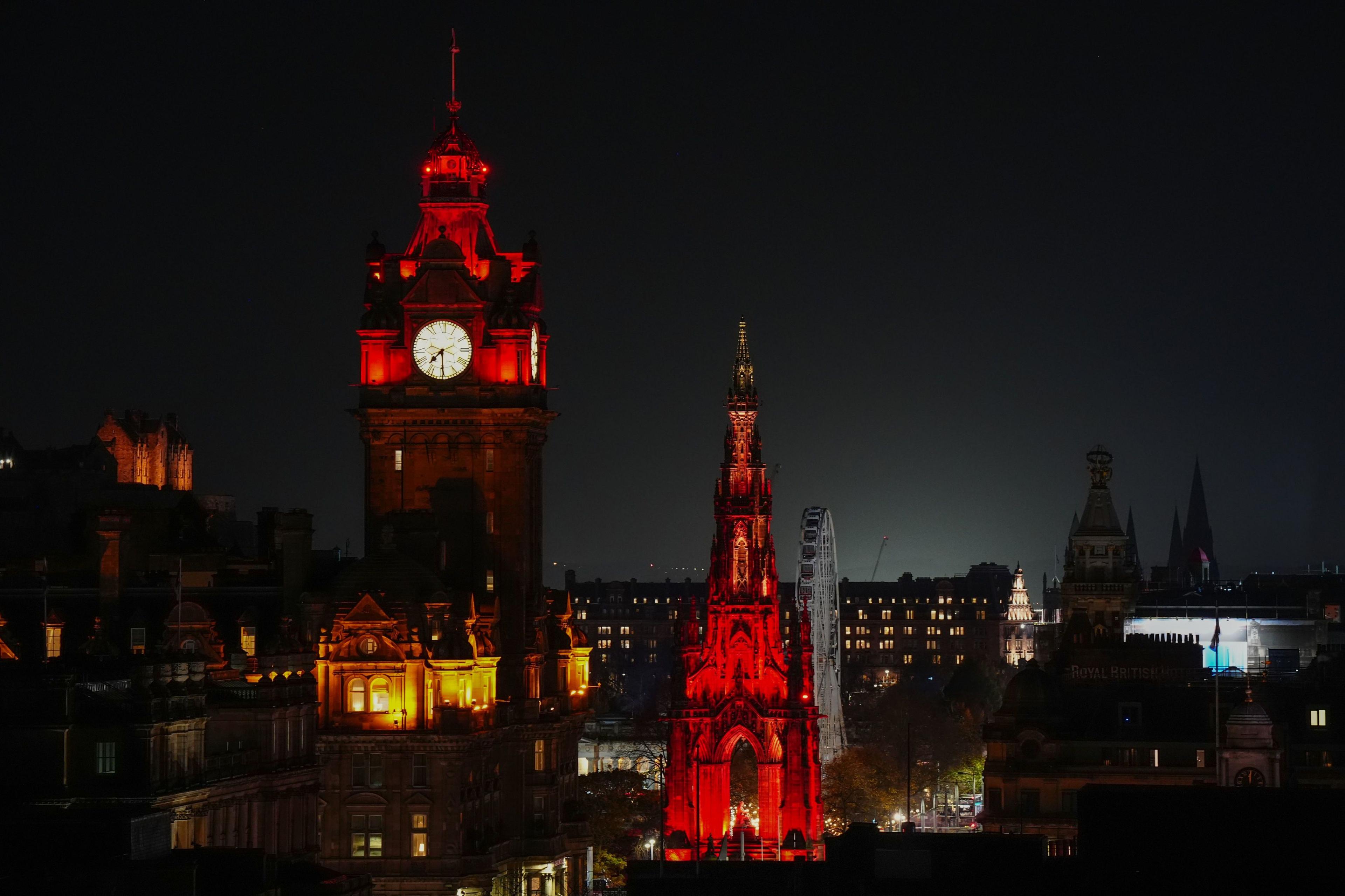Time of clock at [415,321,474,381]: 7:29
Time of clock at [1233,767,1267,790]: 12:00
